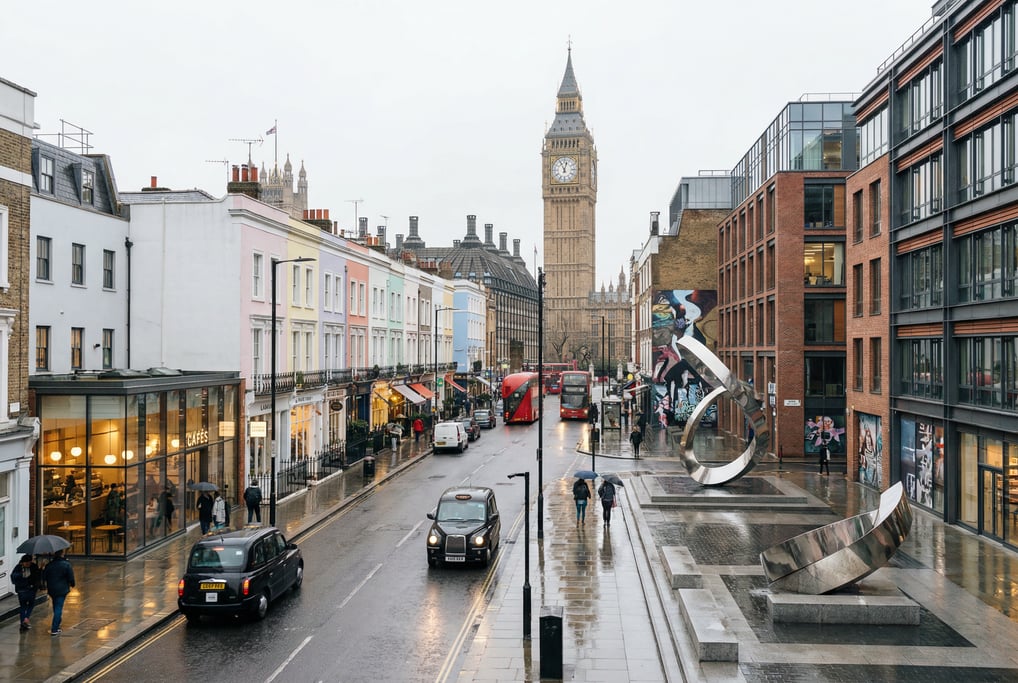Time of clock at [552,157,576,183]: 11:02
